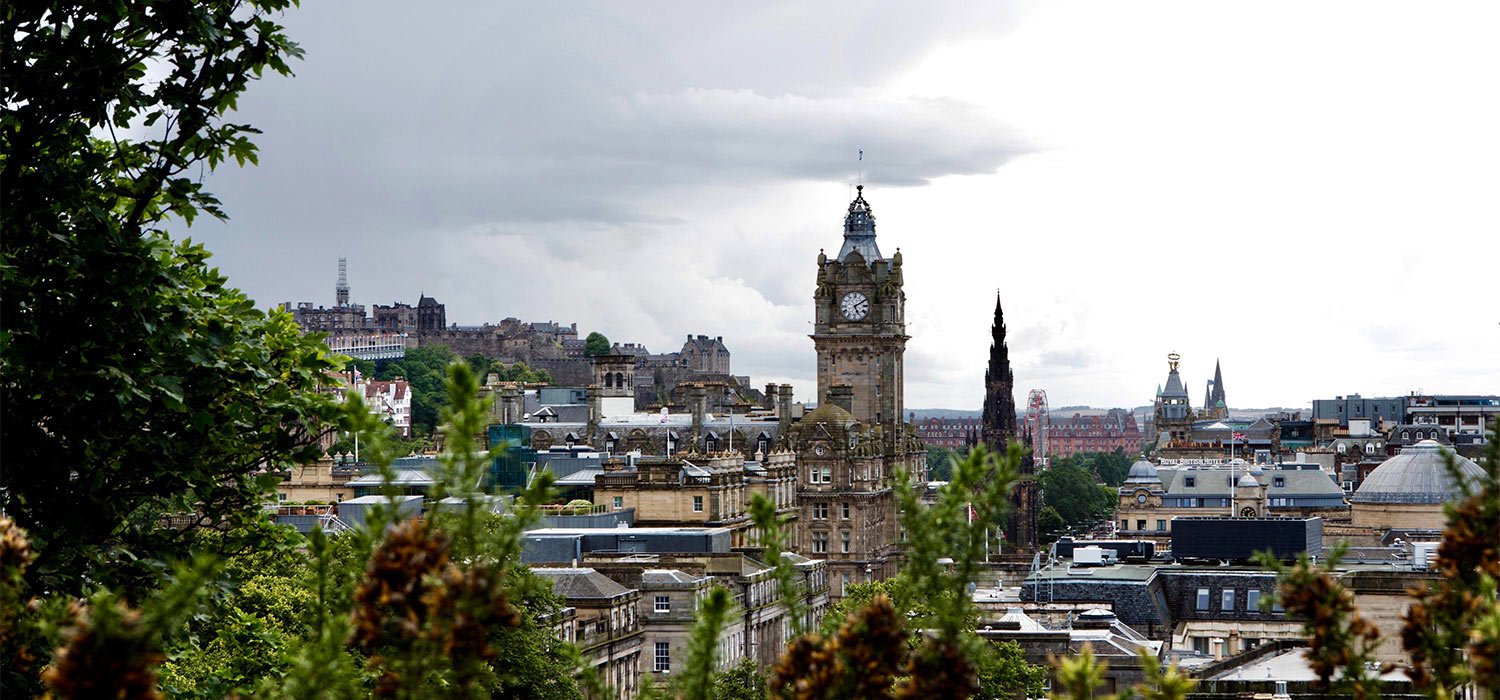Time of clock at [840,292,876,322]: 5:09
